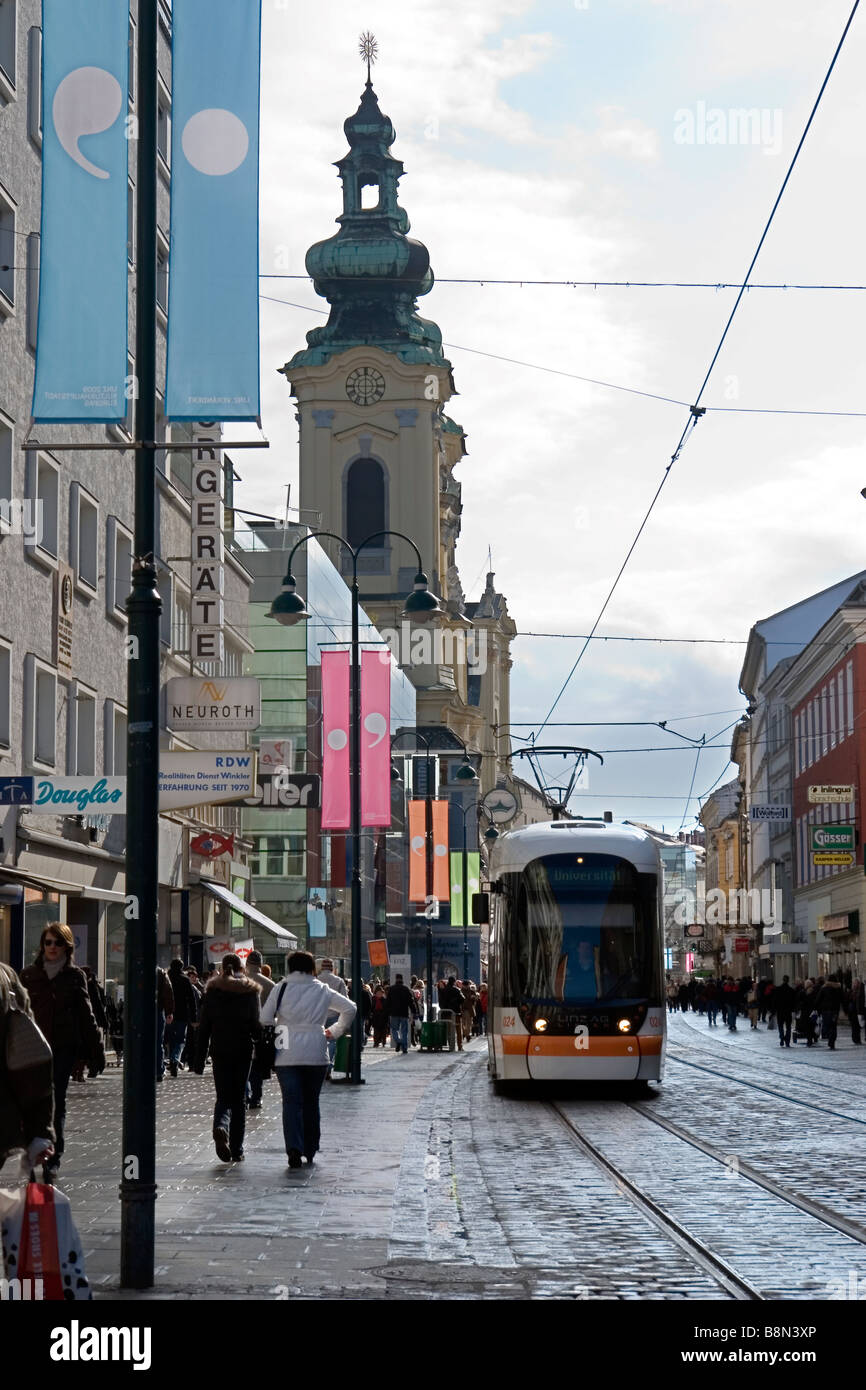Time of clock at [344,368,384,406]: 5:59
